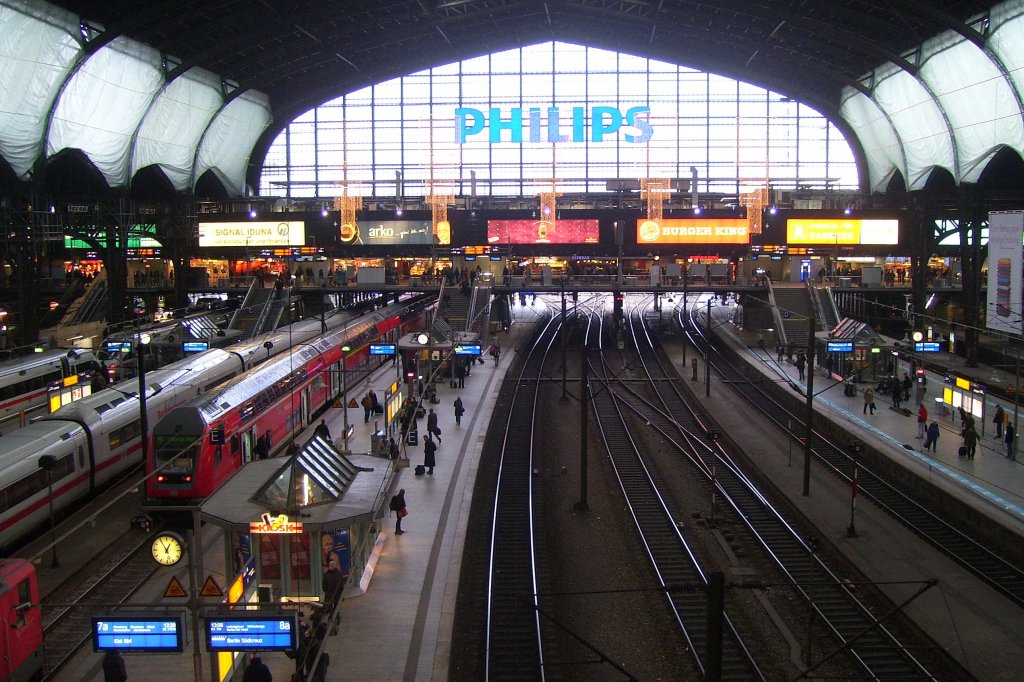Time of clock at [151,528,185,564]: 12:55
